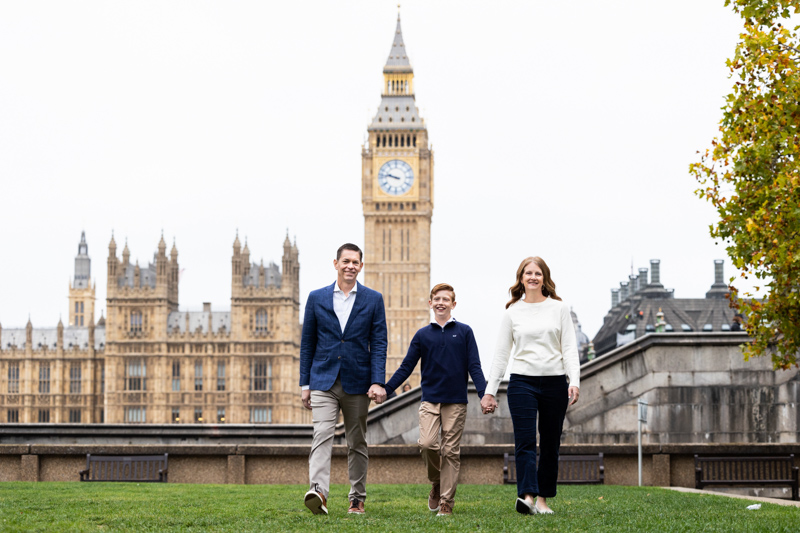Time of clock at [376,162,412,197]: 9:47
